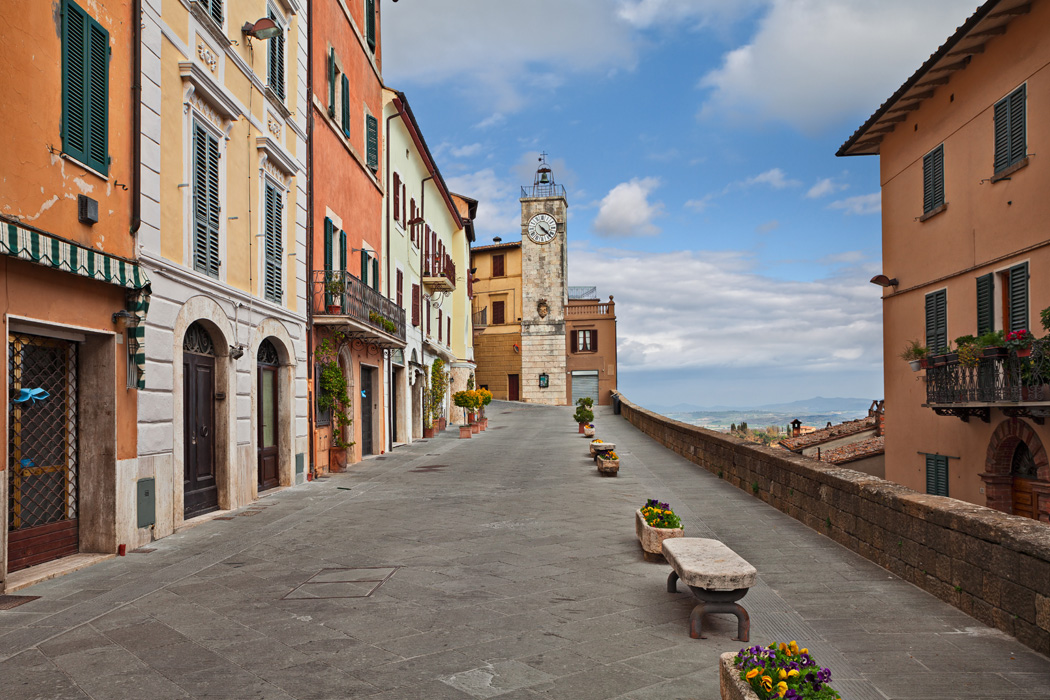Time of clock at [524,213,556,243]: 4:22
